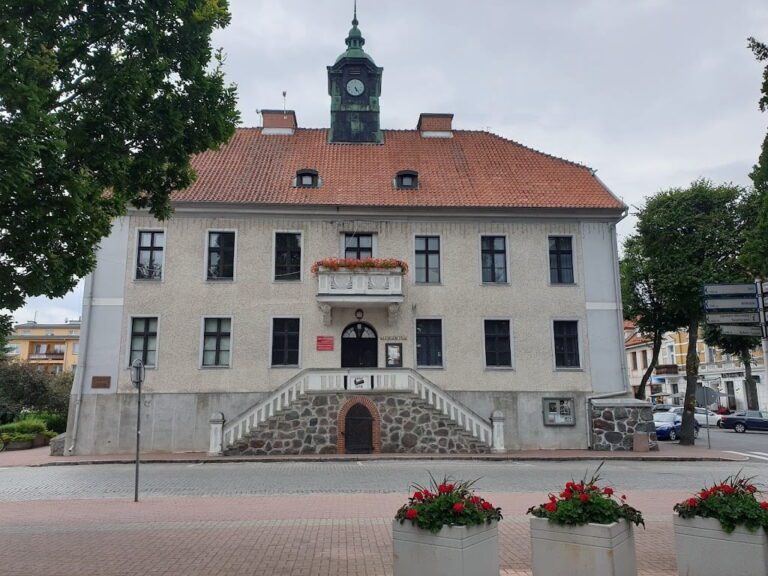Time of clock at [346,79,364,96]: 5:24
